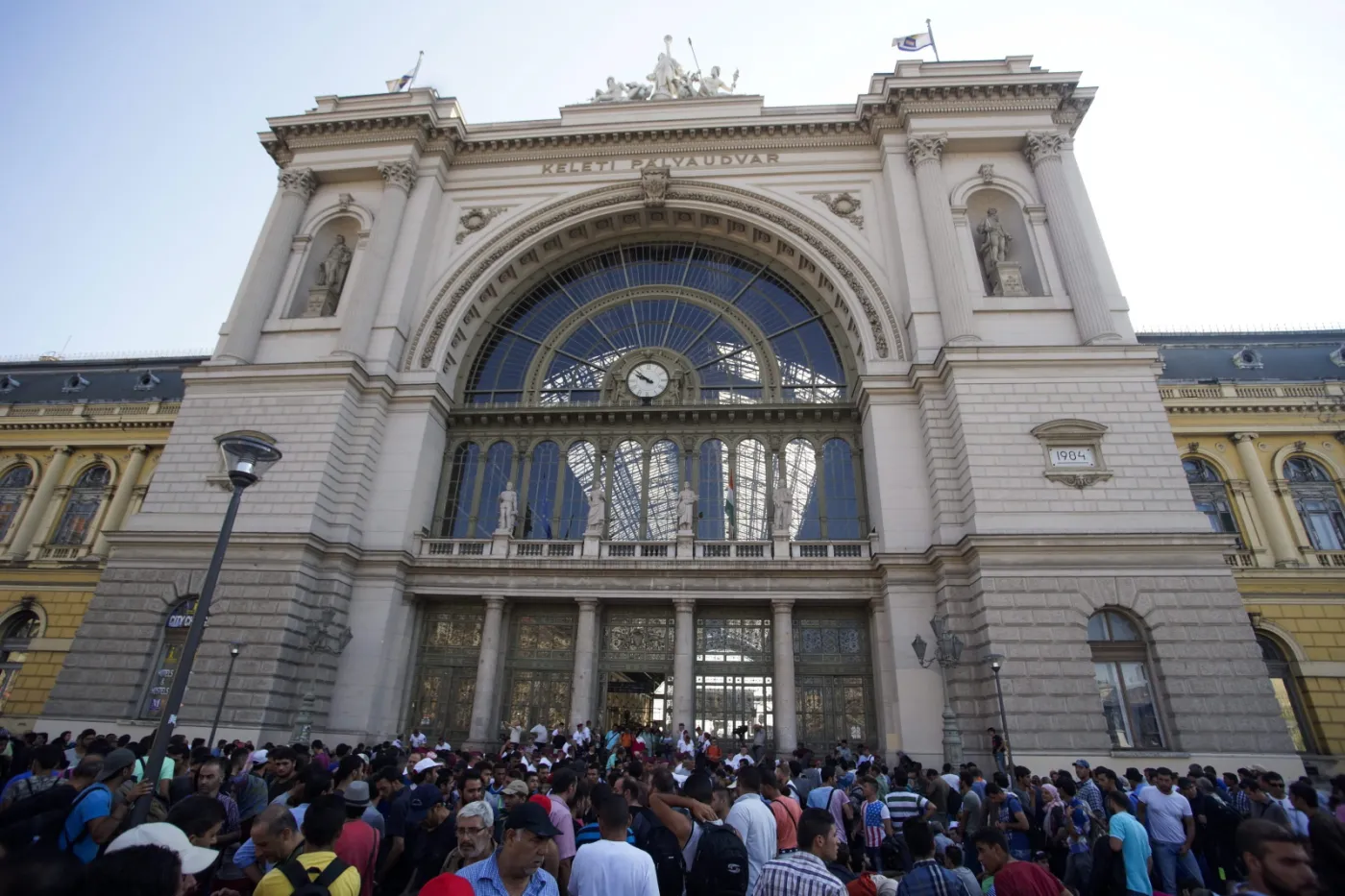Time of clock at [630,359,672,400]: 9:51
